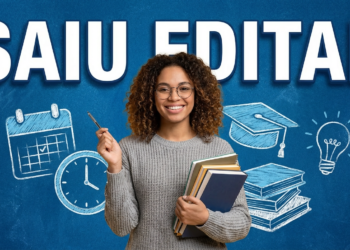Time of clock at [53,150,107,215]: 4:00
